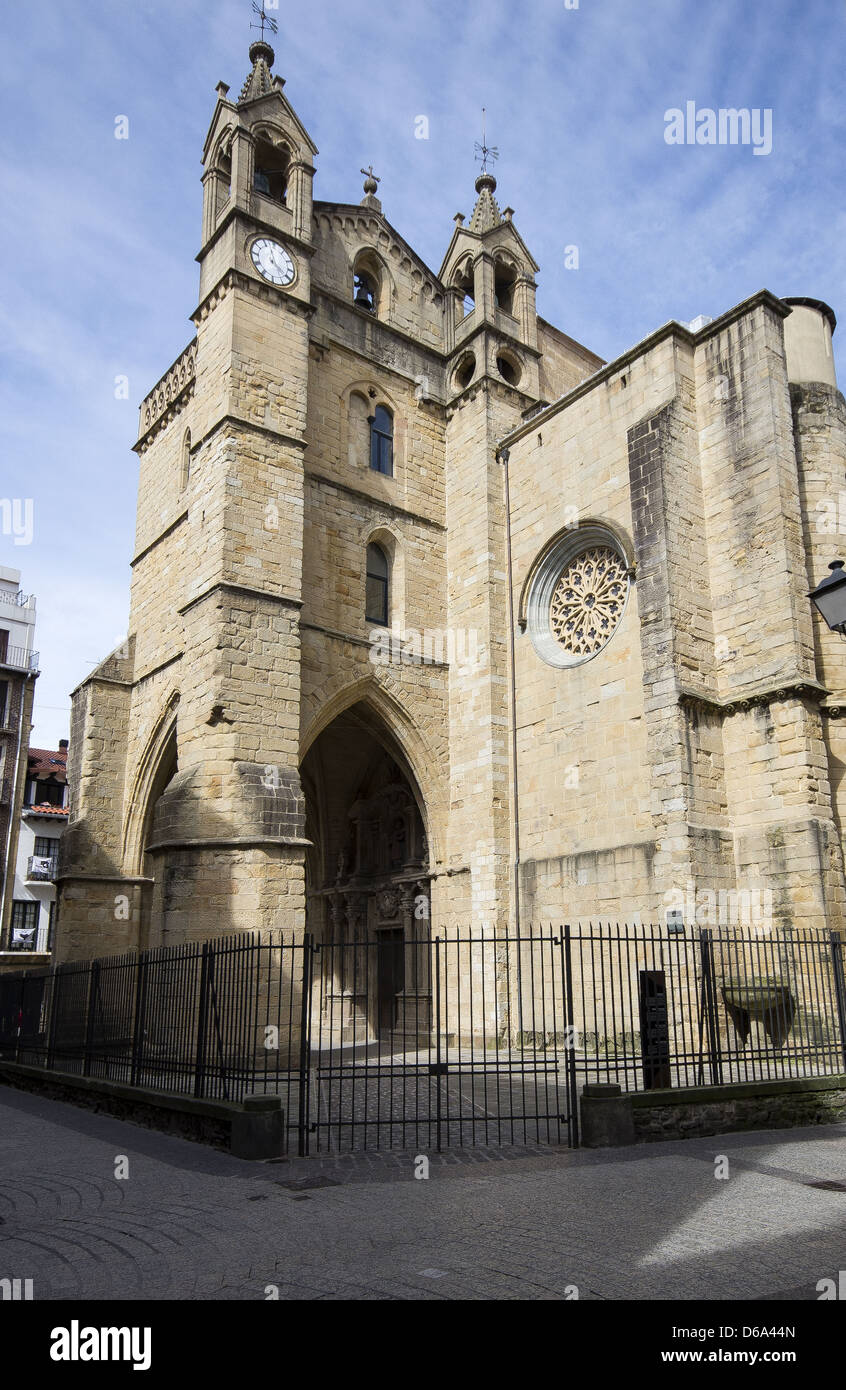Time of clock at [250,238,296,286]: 3:58
